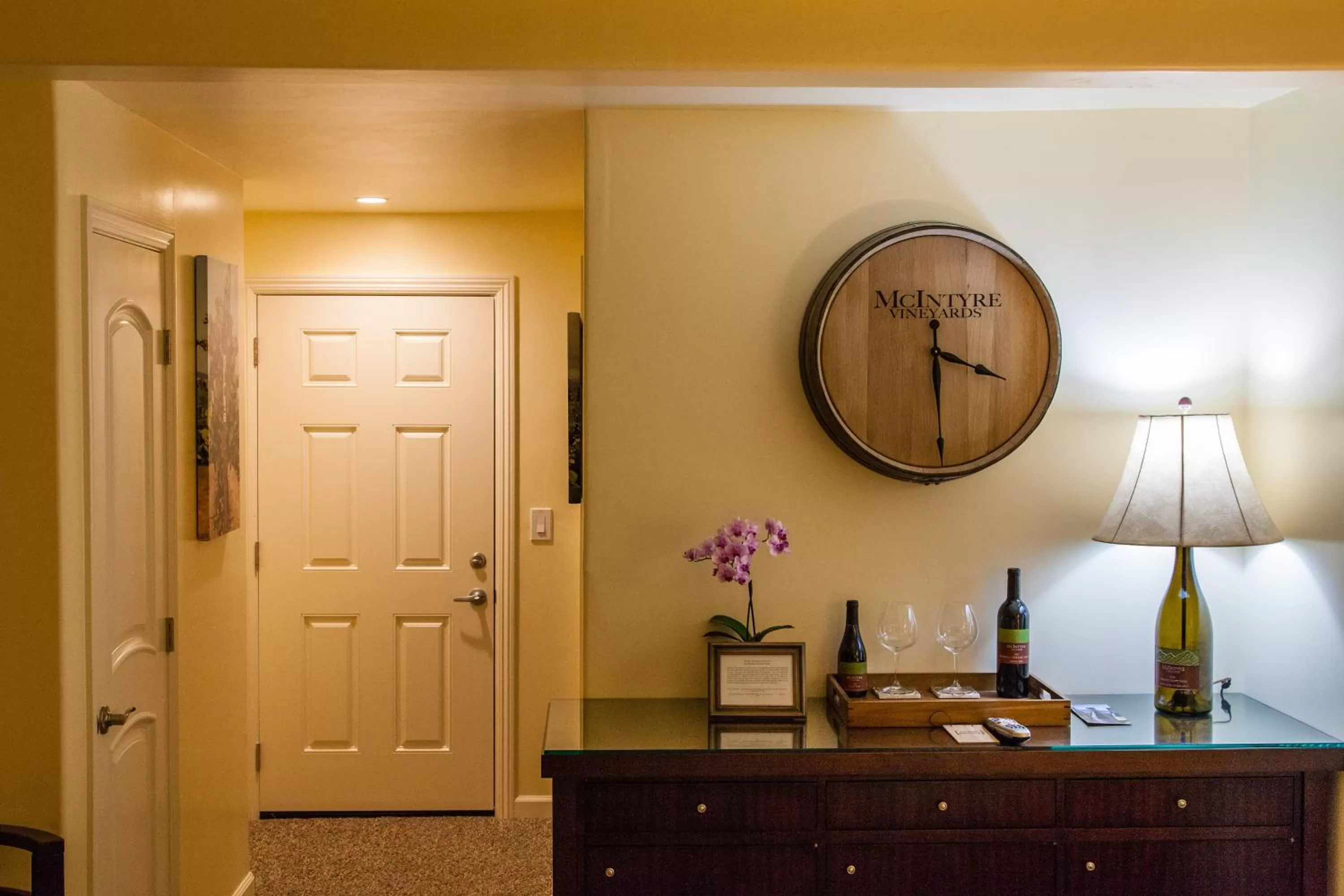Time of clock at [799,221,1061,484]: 3:29
